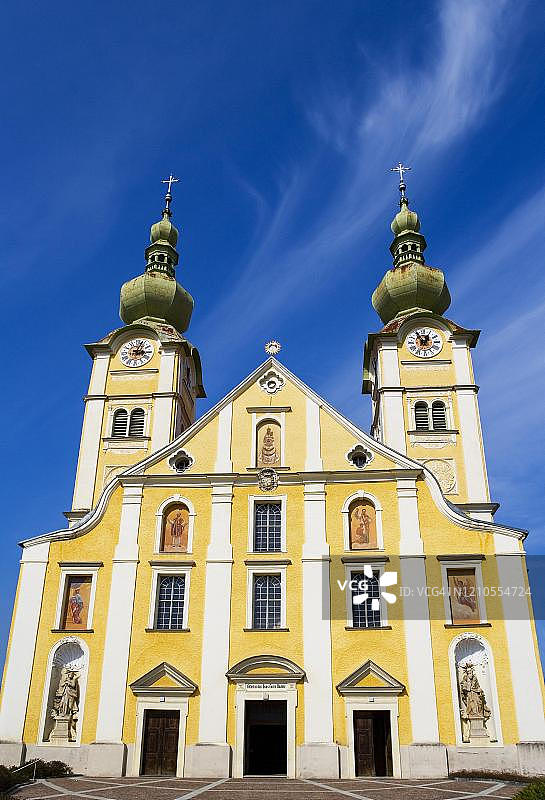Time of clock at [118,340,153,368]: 3:03
